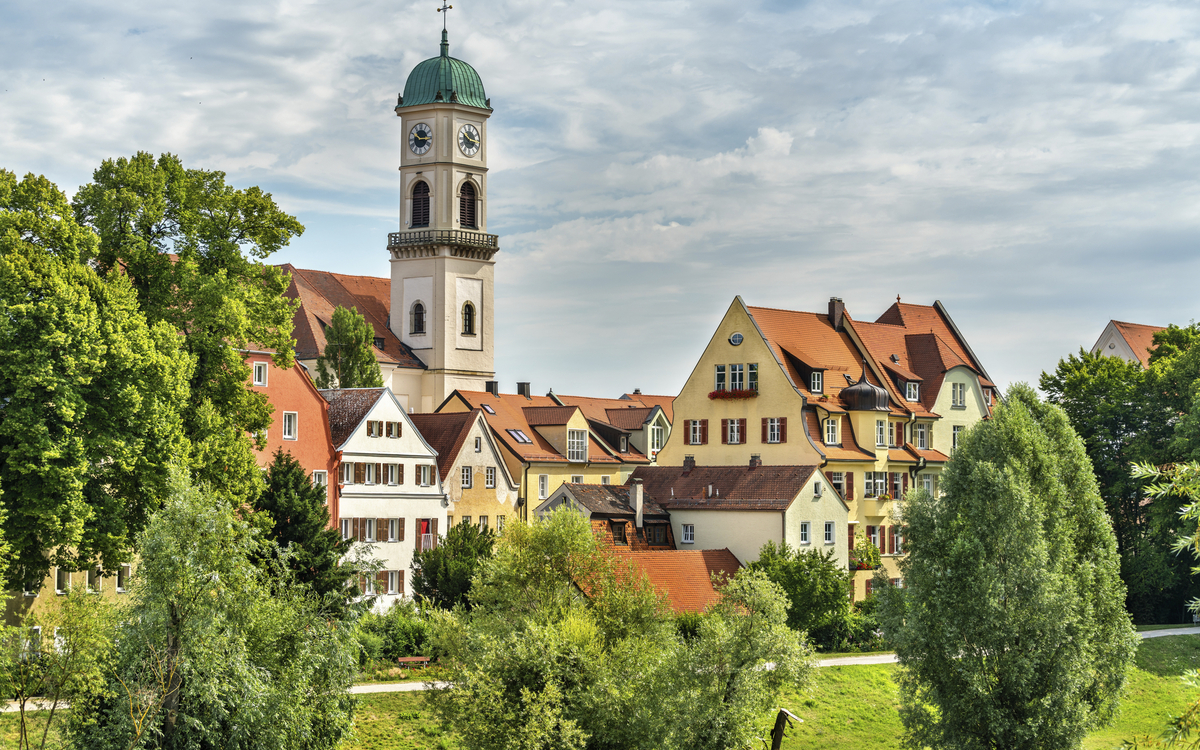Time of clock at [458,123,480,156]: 10:16
